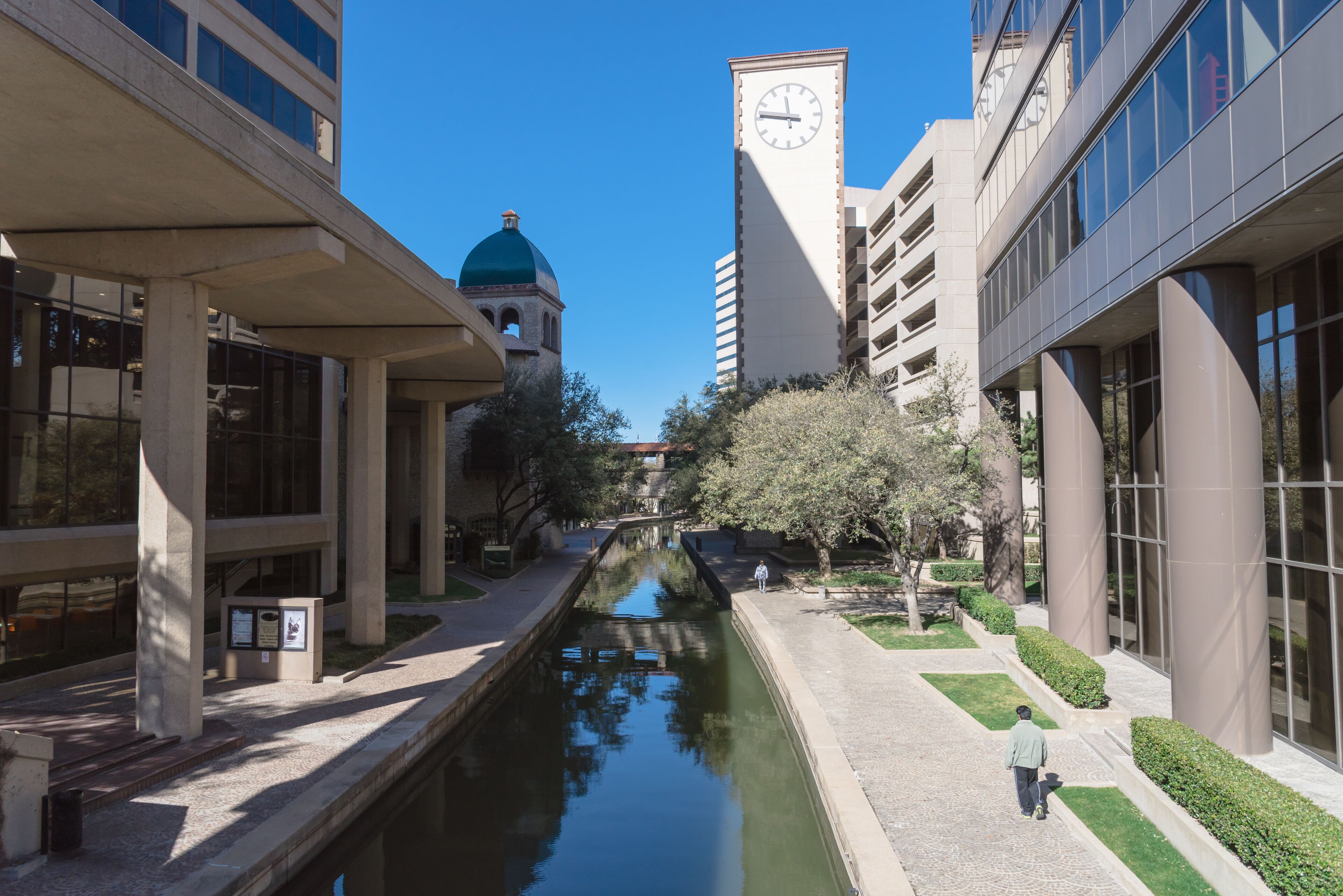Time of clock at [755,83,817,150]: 11:46
